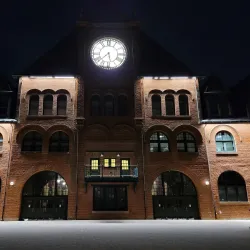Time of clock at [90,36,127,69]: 5:38
